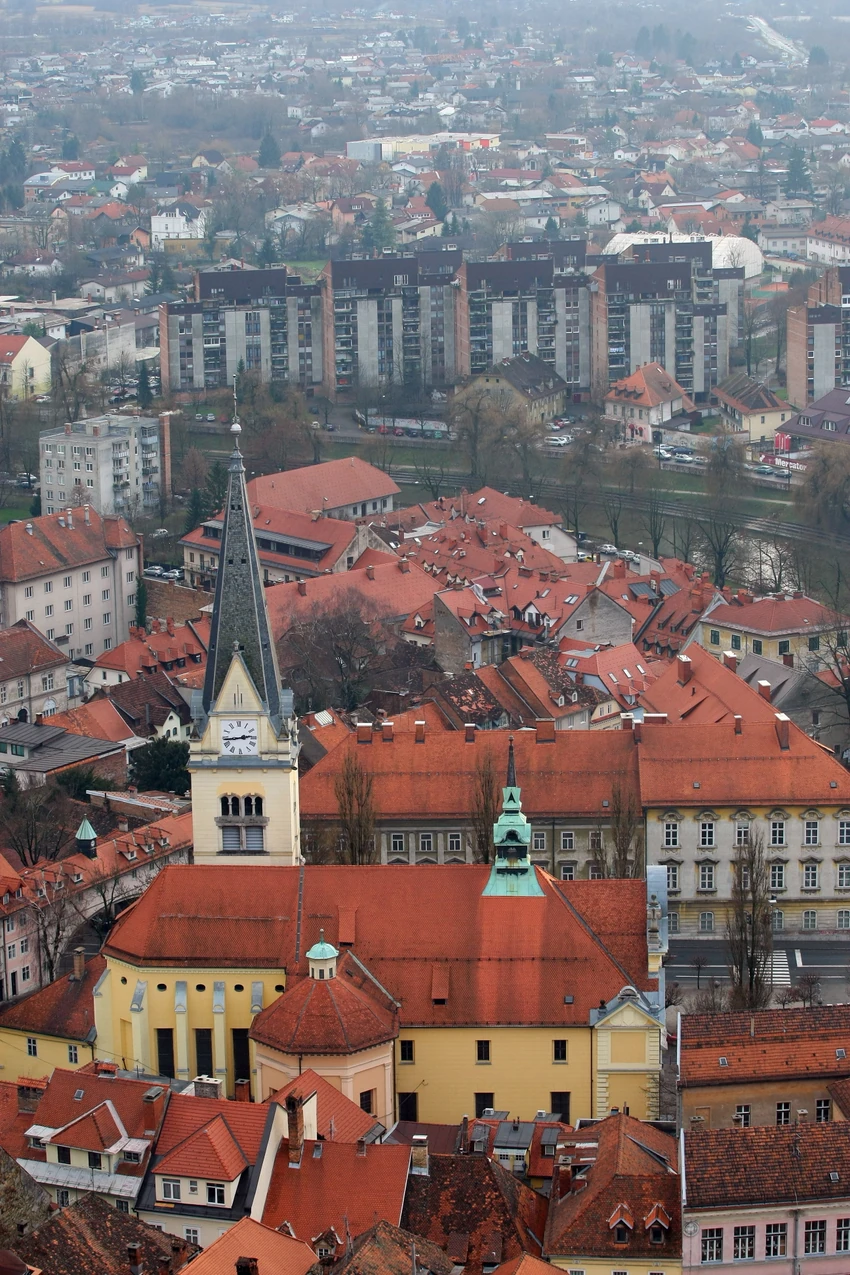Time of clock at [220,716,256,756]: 2:44
